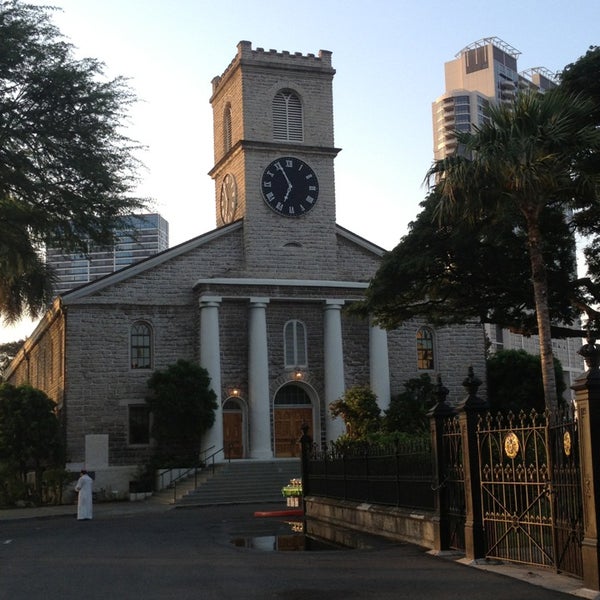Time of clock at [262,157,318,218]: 6:55
